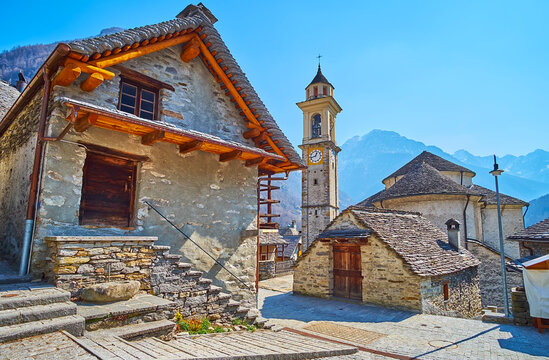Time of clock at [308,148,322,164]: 12:42
